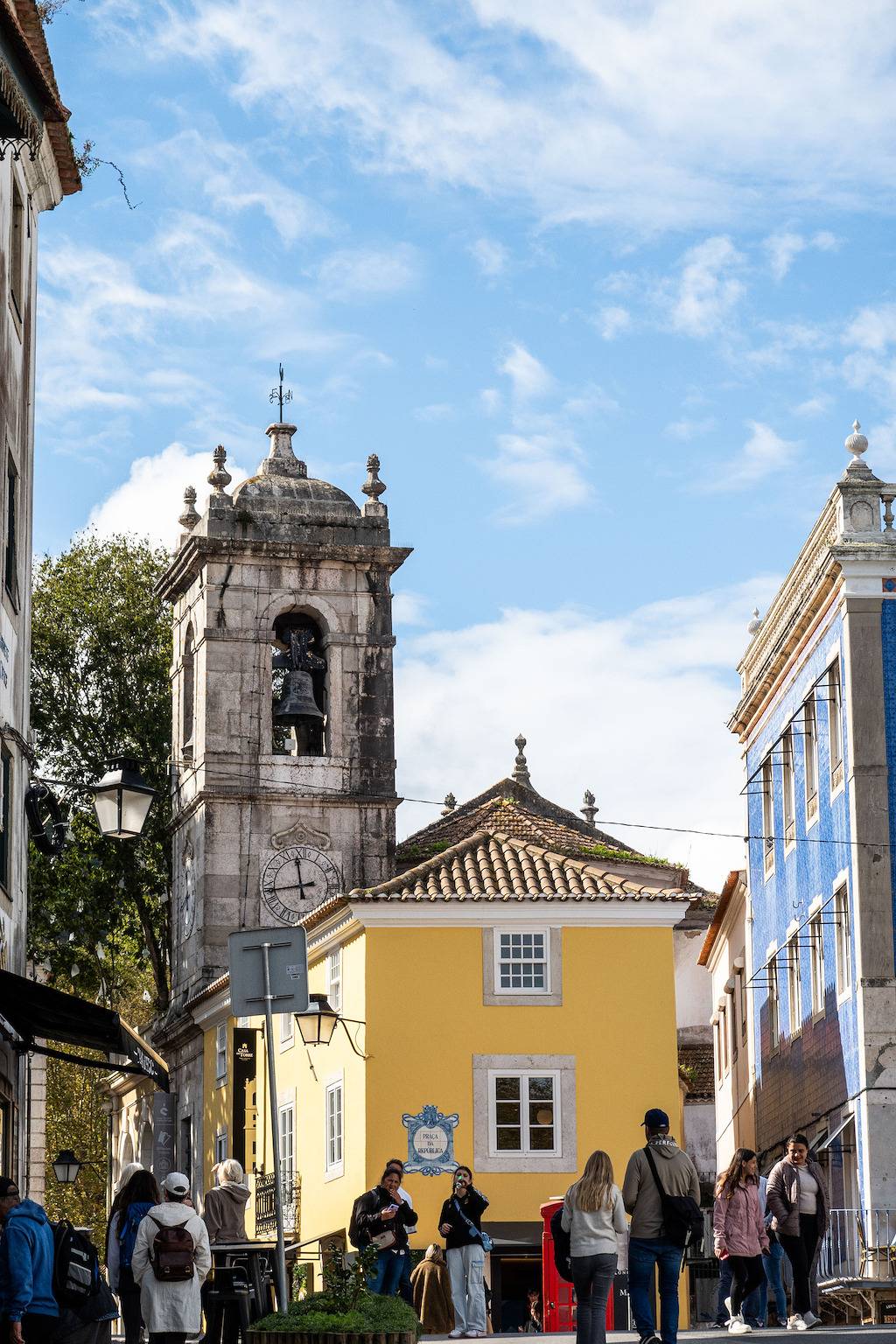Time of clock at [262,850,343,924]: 11:43
